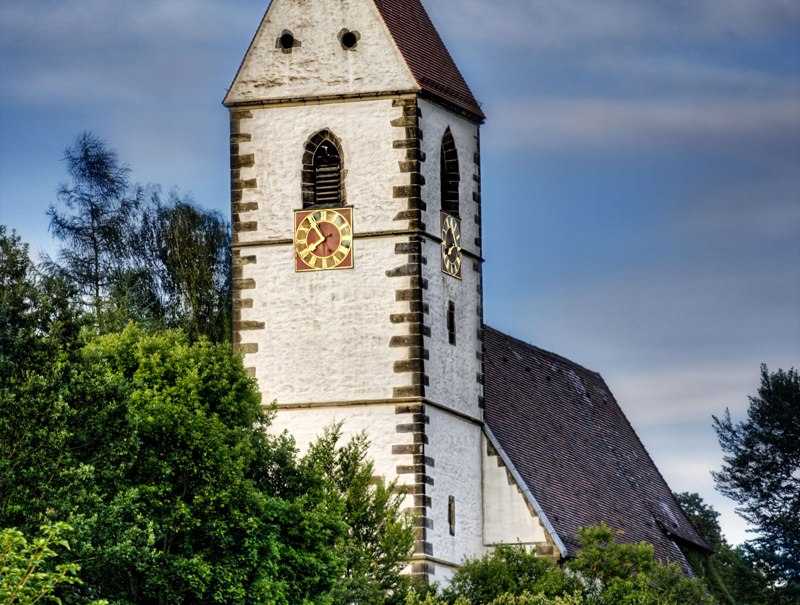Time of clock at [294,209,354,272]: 7:54
